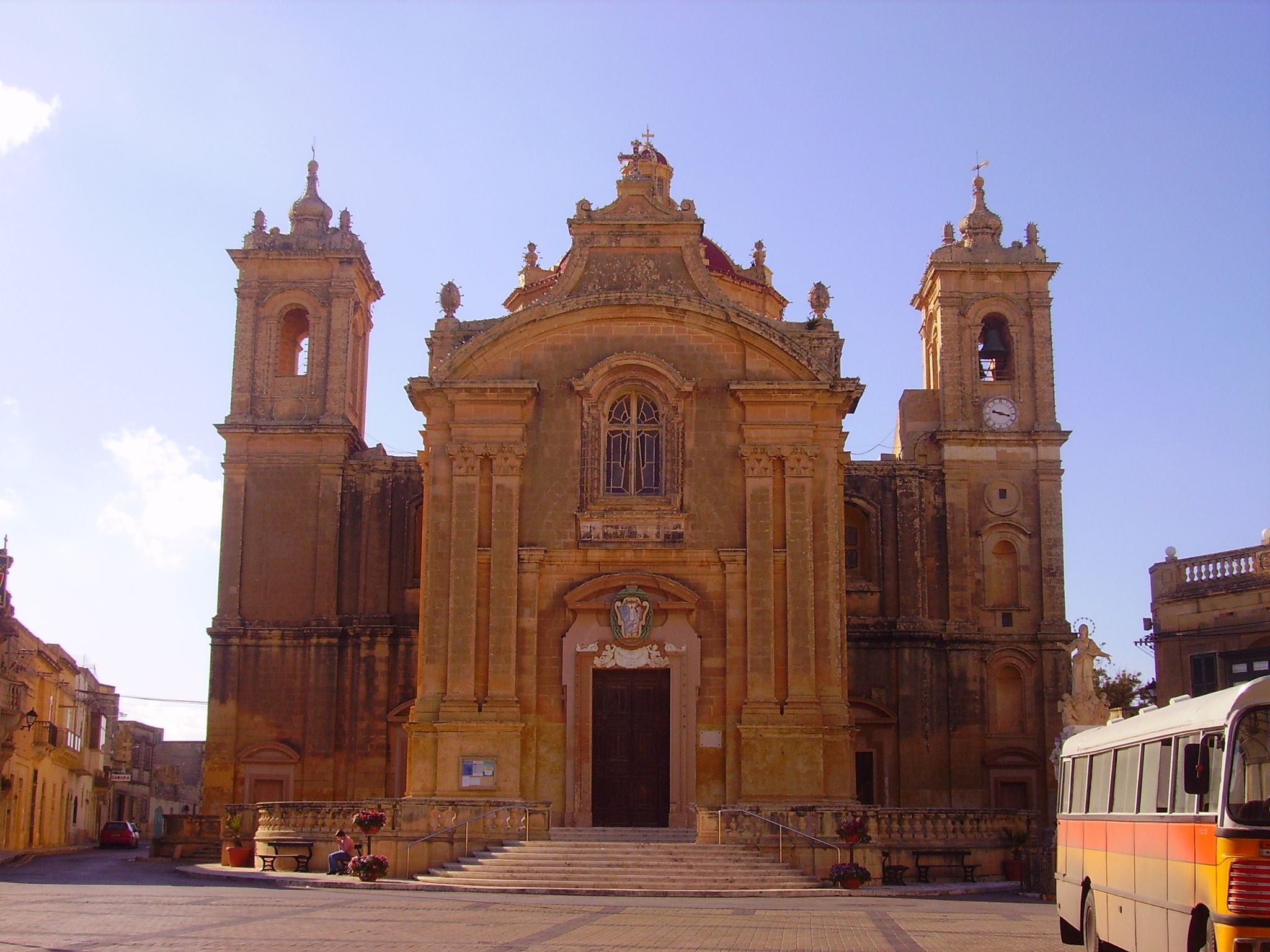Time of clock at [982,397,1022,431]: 9:17
